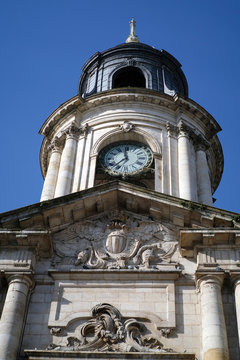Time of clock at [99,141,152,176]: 11:37
